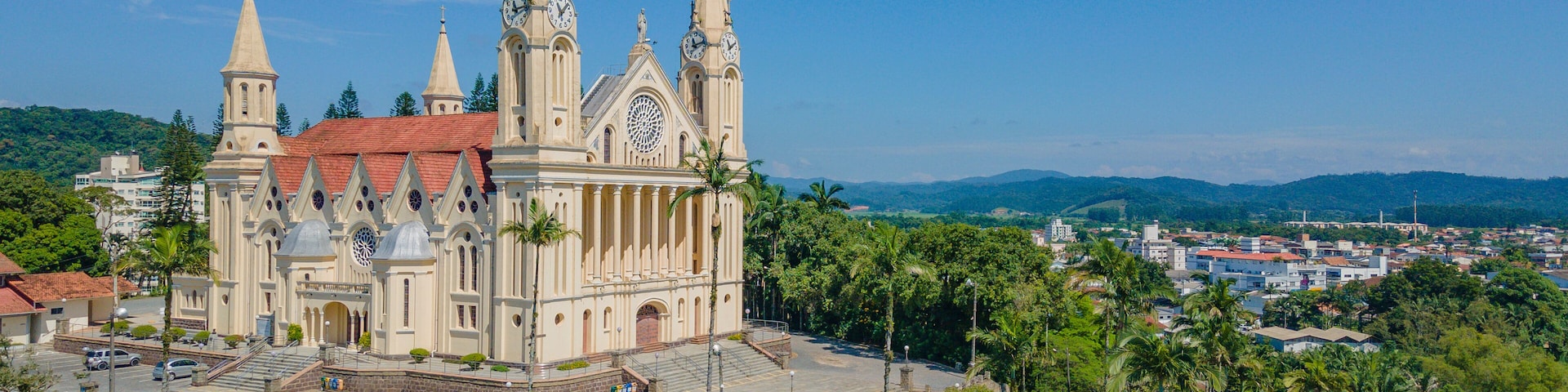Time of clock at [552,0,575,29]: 11:07
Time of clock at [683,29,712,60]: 11:12
